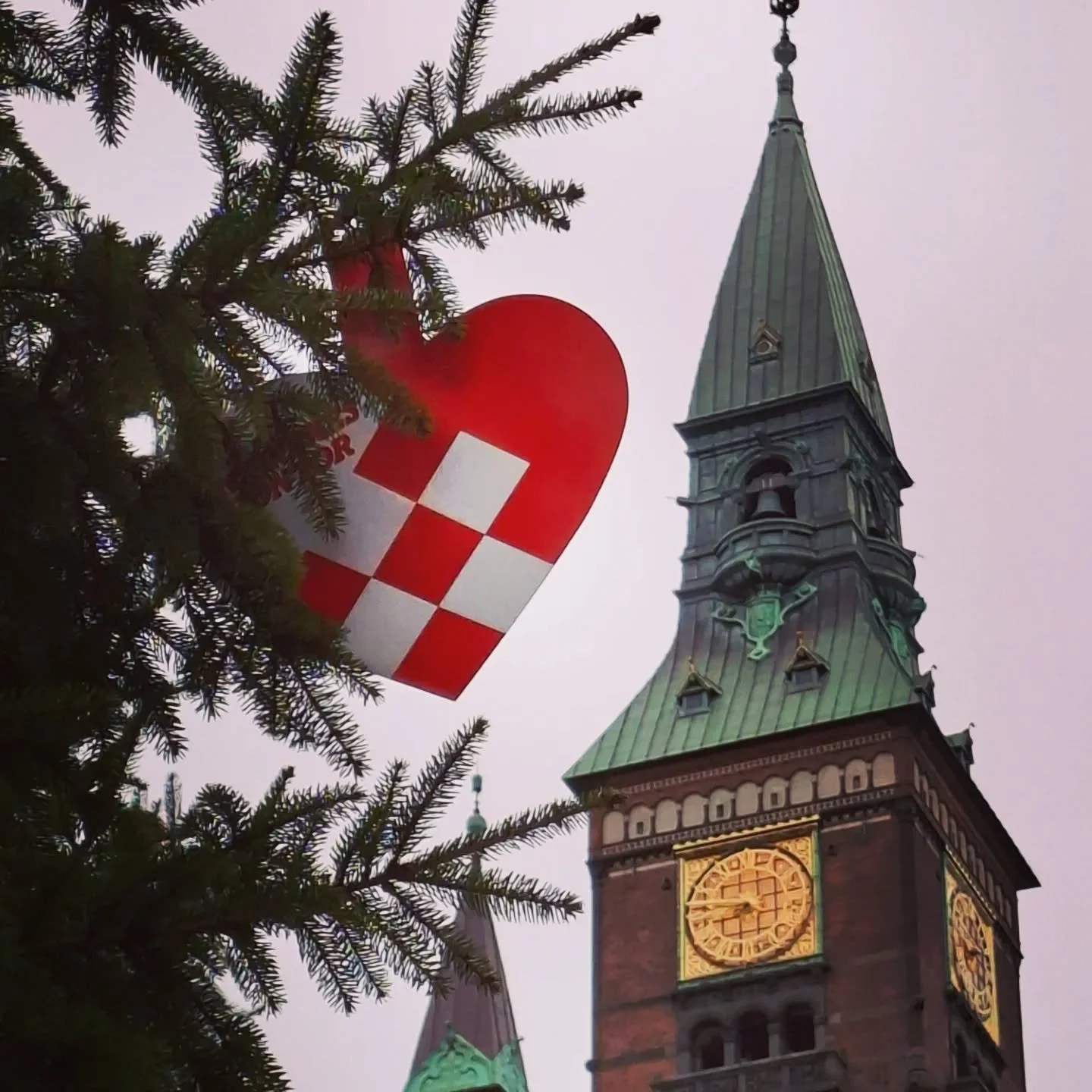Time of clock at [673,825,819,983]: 8:46
